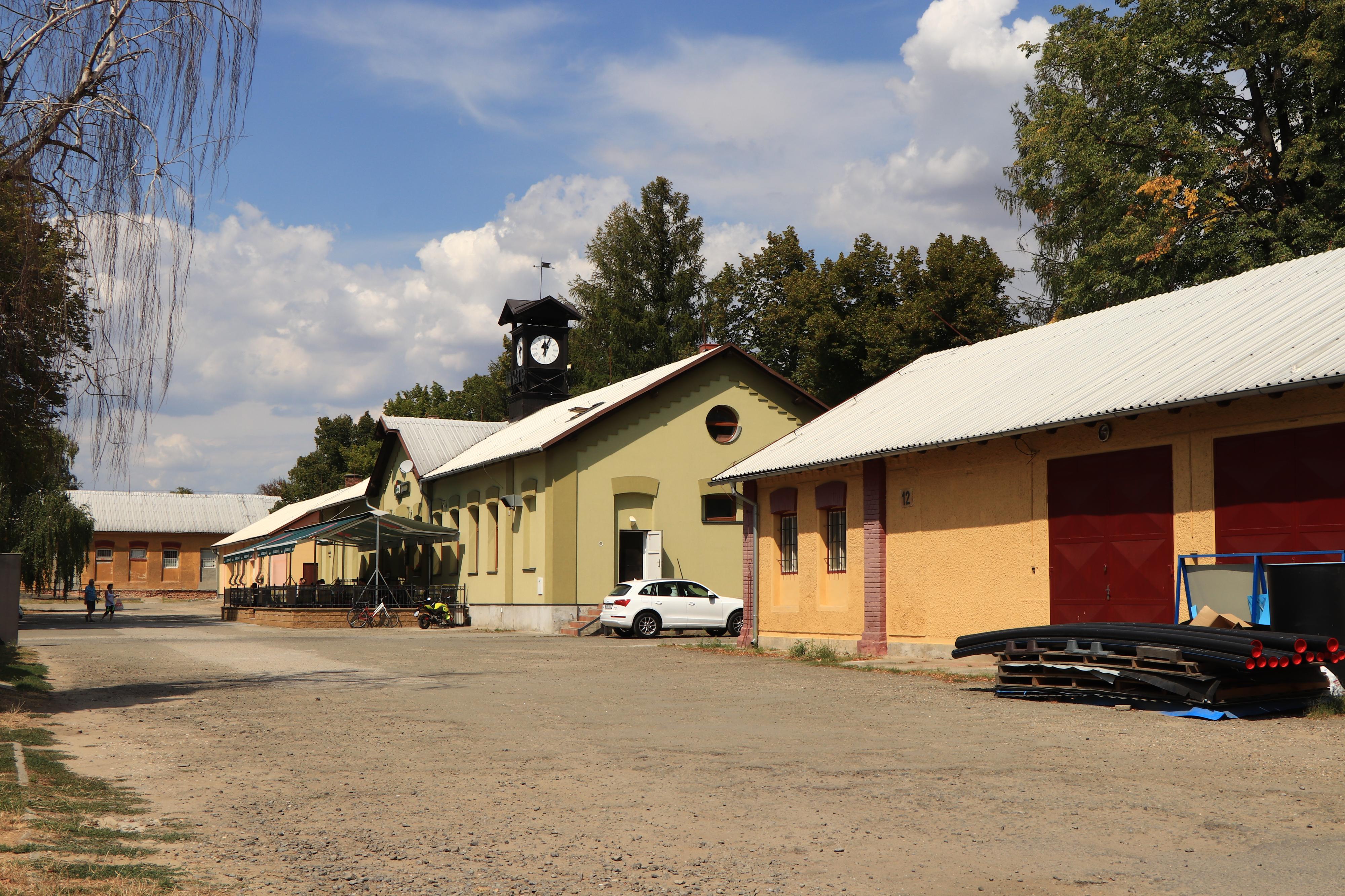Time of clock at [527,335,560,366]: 12:04
